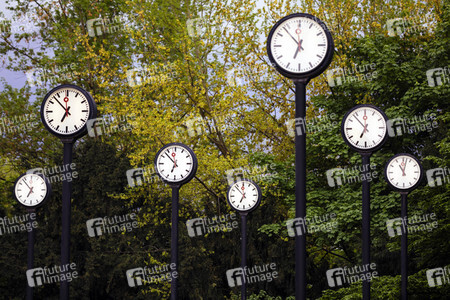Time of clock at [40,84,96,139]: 6:52
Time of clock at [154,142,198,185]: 6:52
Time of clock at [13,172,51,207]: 6:53
